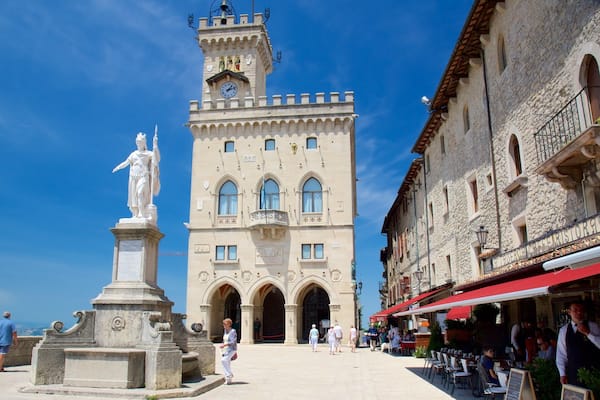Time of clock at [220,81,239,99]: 1:12
